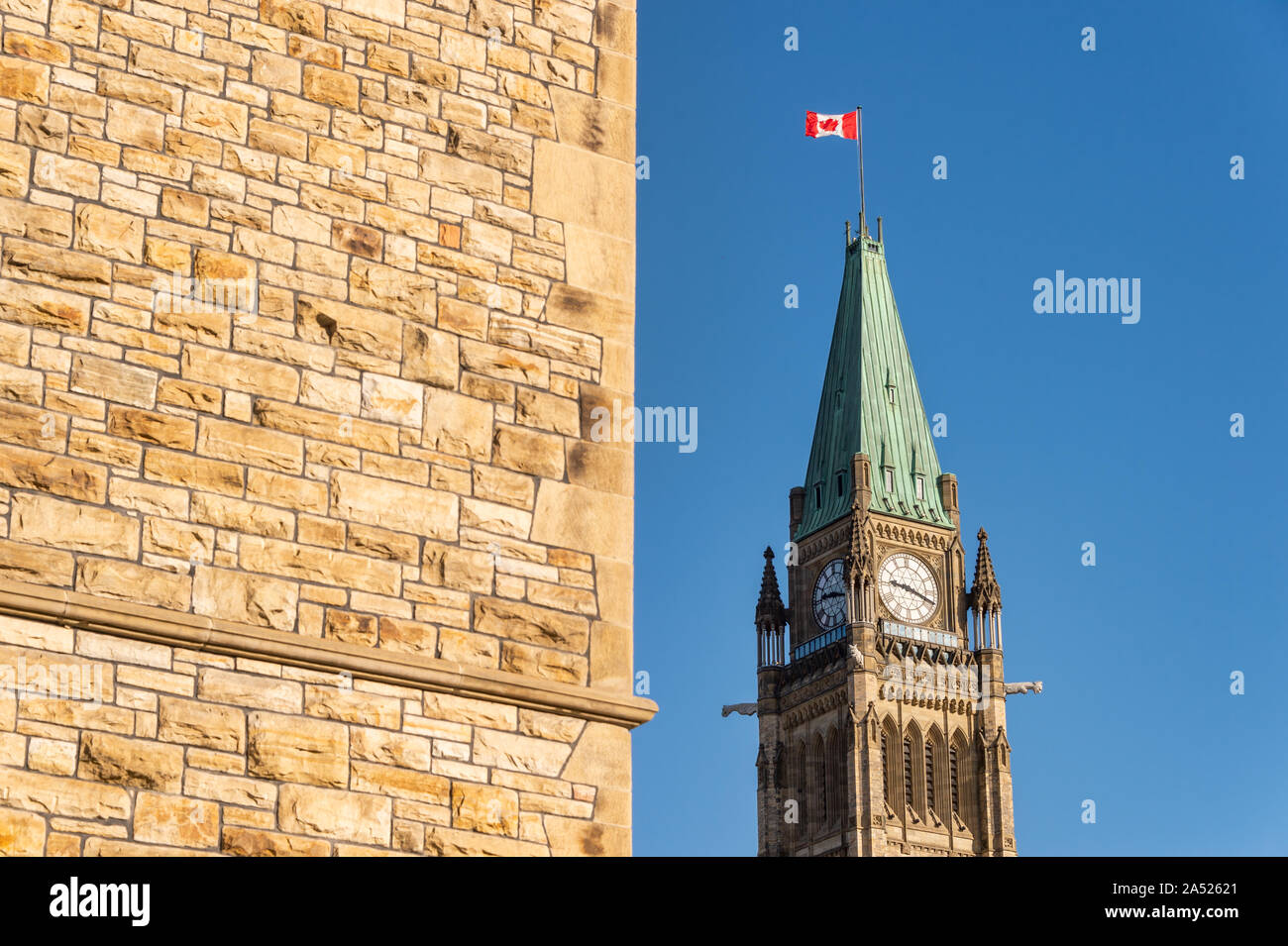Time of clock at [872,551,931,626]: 9:18
